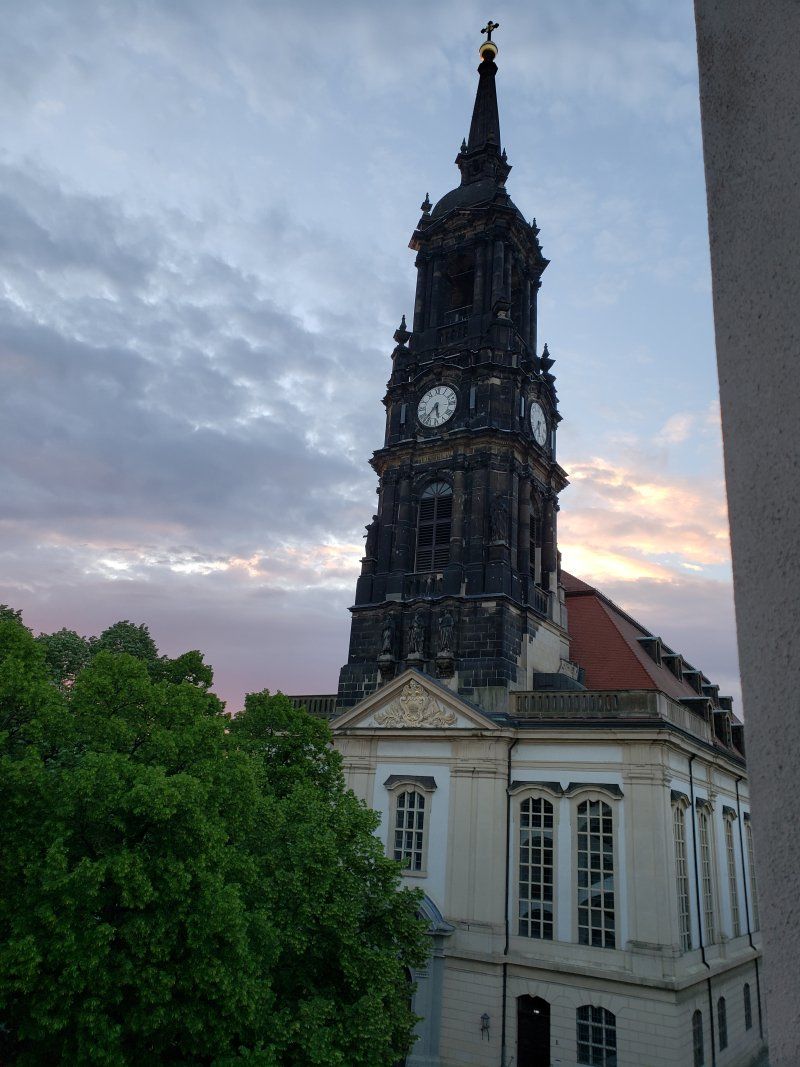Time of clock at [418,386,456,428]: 5:36
